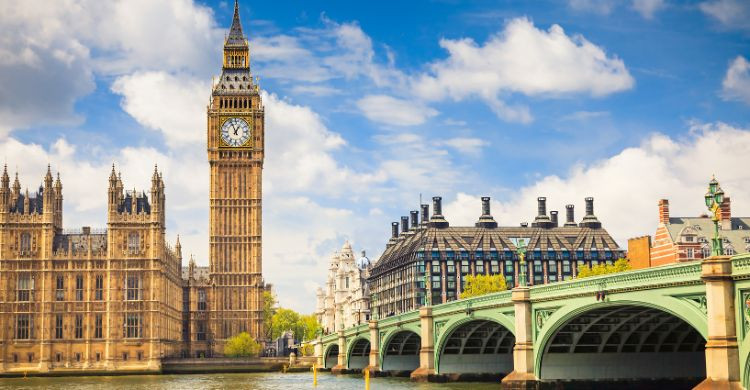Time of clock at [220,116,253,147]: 12:56
